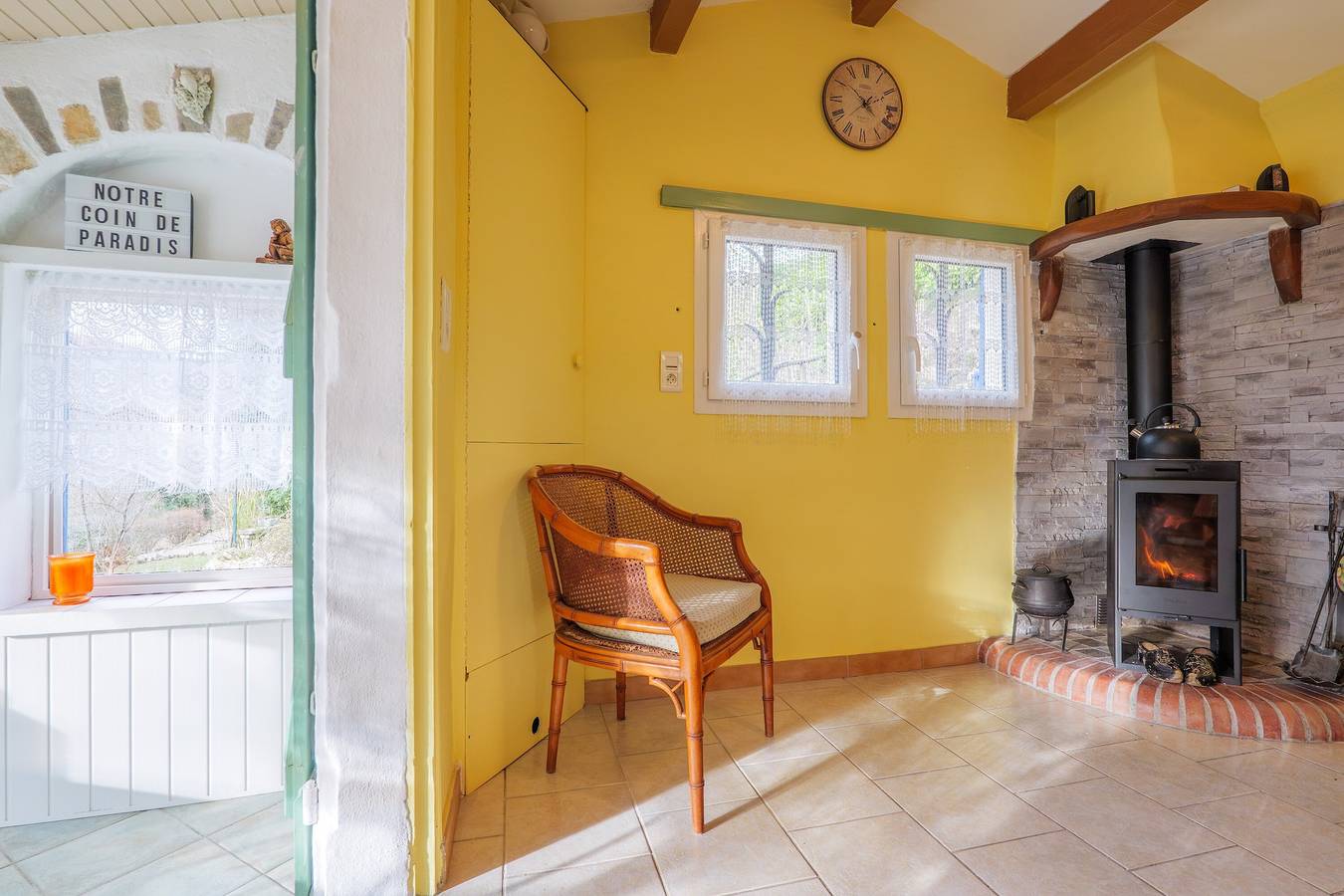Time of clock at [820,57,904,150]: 1:51
